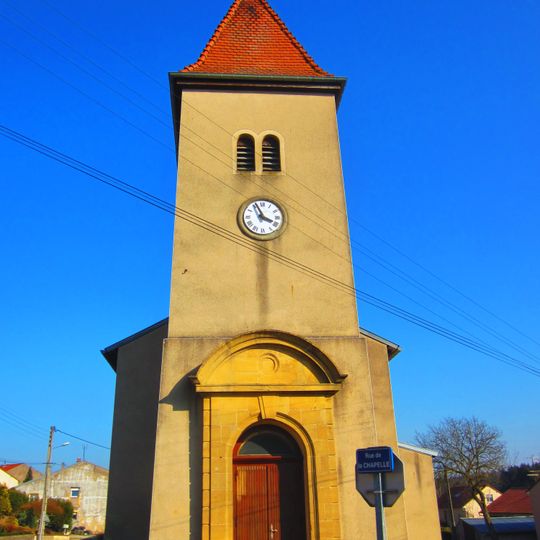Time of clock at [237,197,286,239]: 3:56
